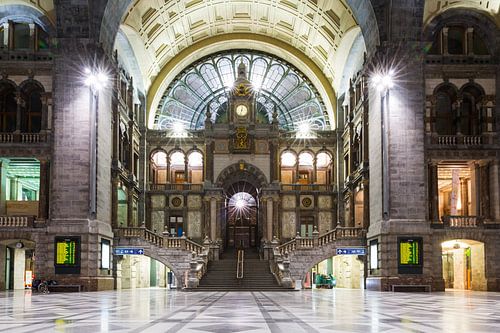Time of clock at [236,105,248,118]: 12:32
